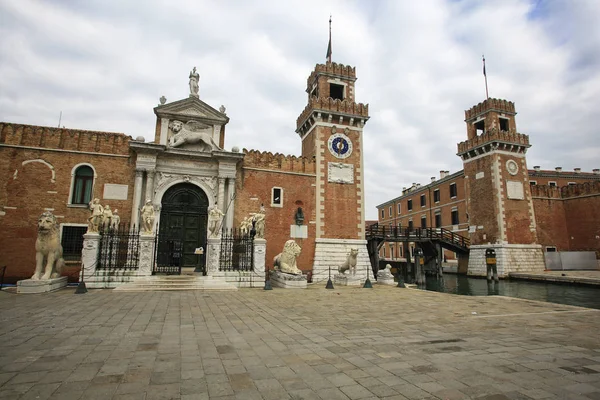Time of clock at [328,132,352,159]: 12:32
